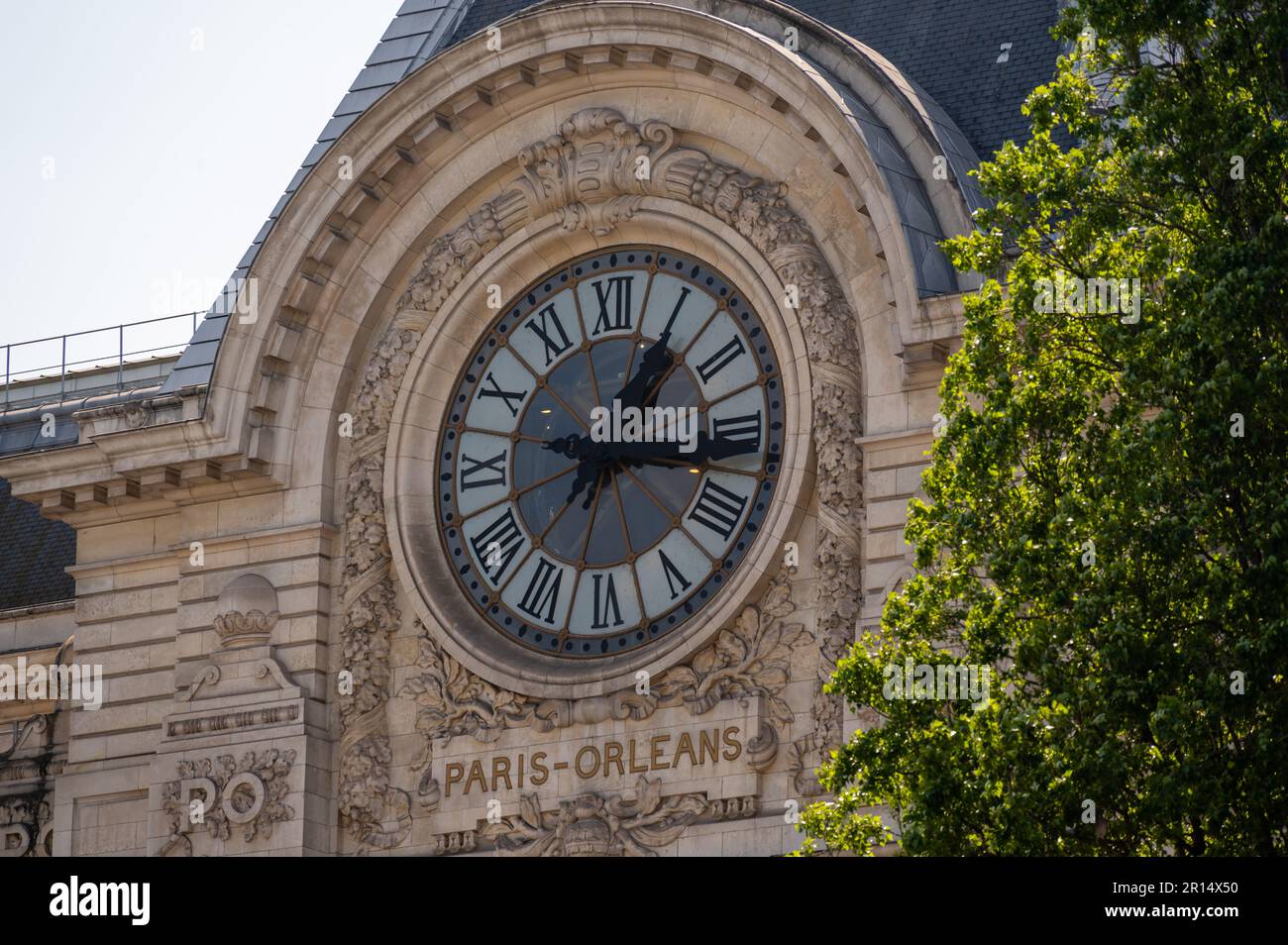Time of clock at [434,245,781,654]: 1:16
